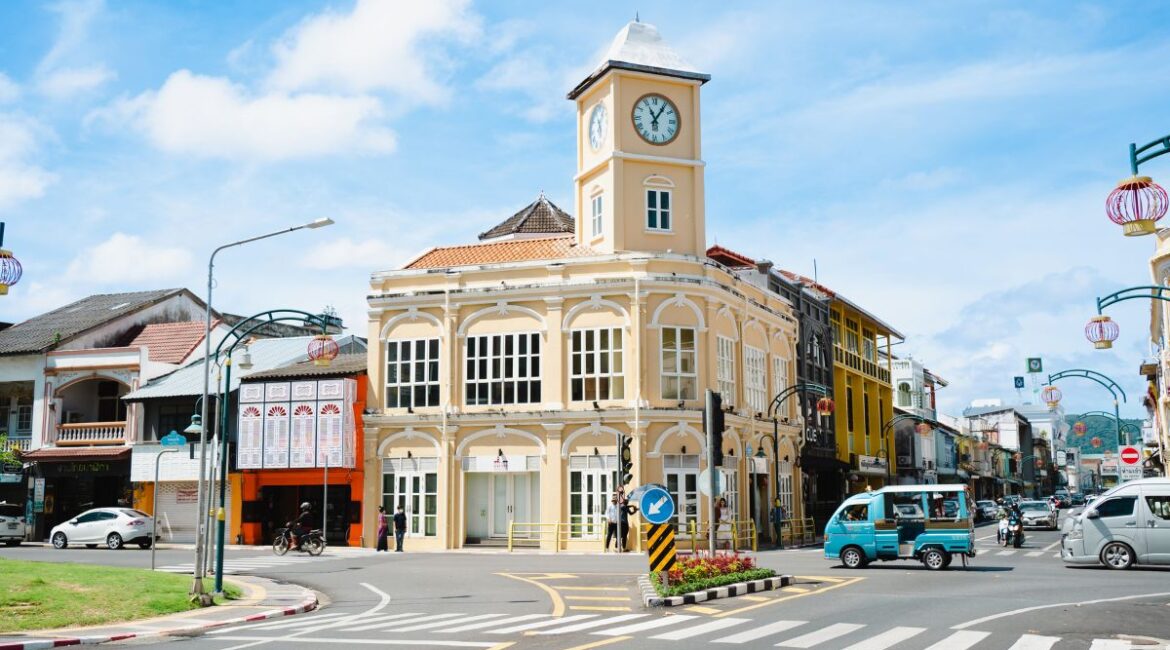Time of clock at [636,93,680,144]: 11:05
